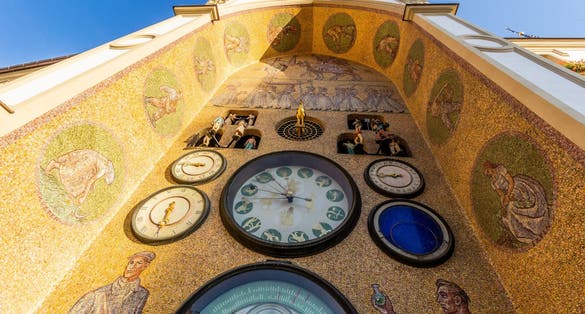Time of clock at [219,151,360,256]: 10:47
